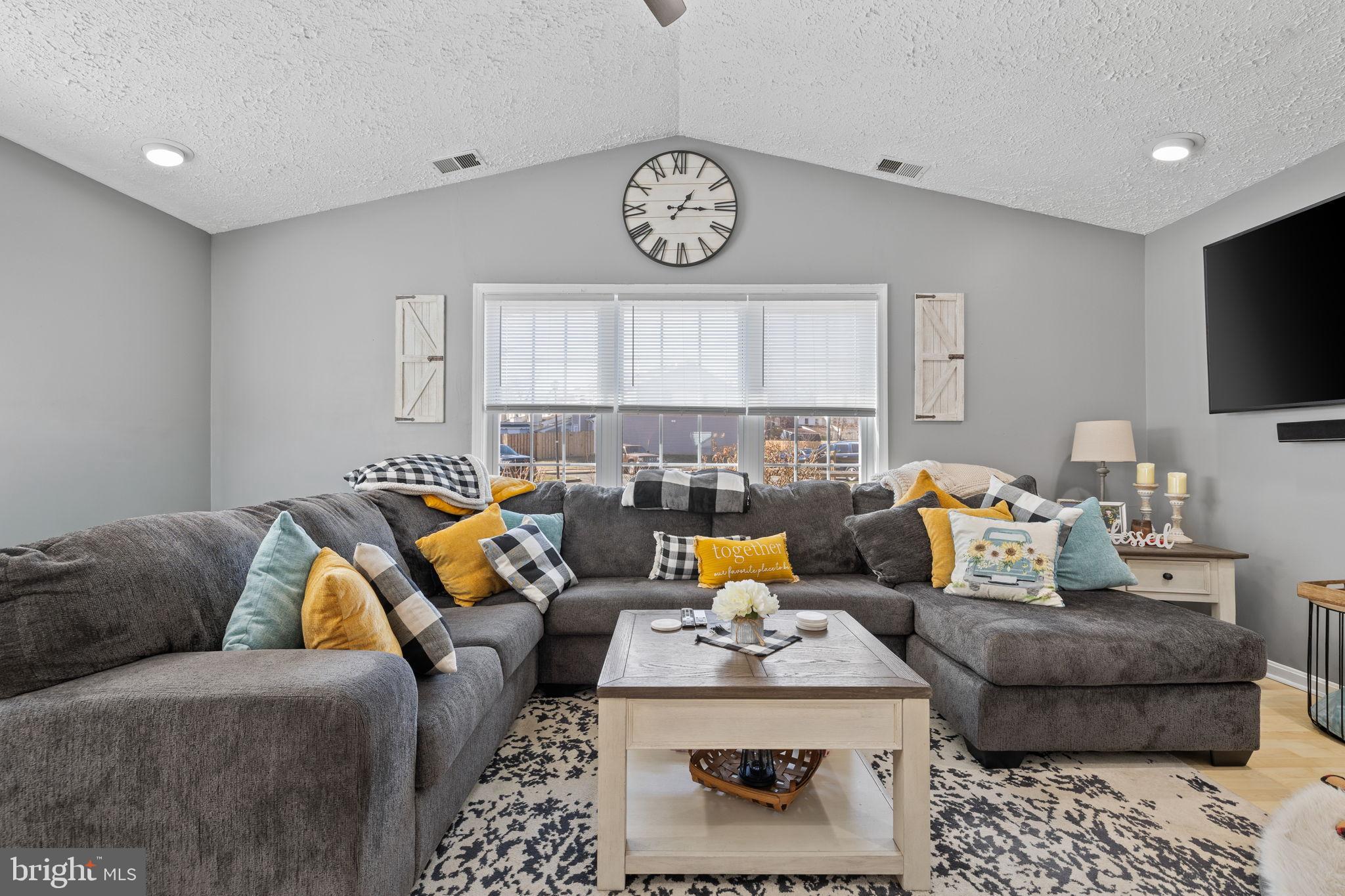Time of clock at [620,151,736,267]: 1:15
